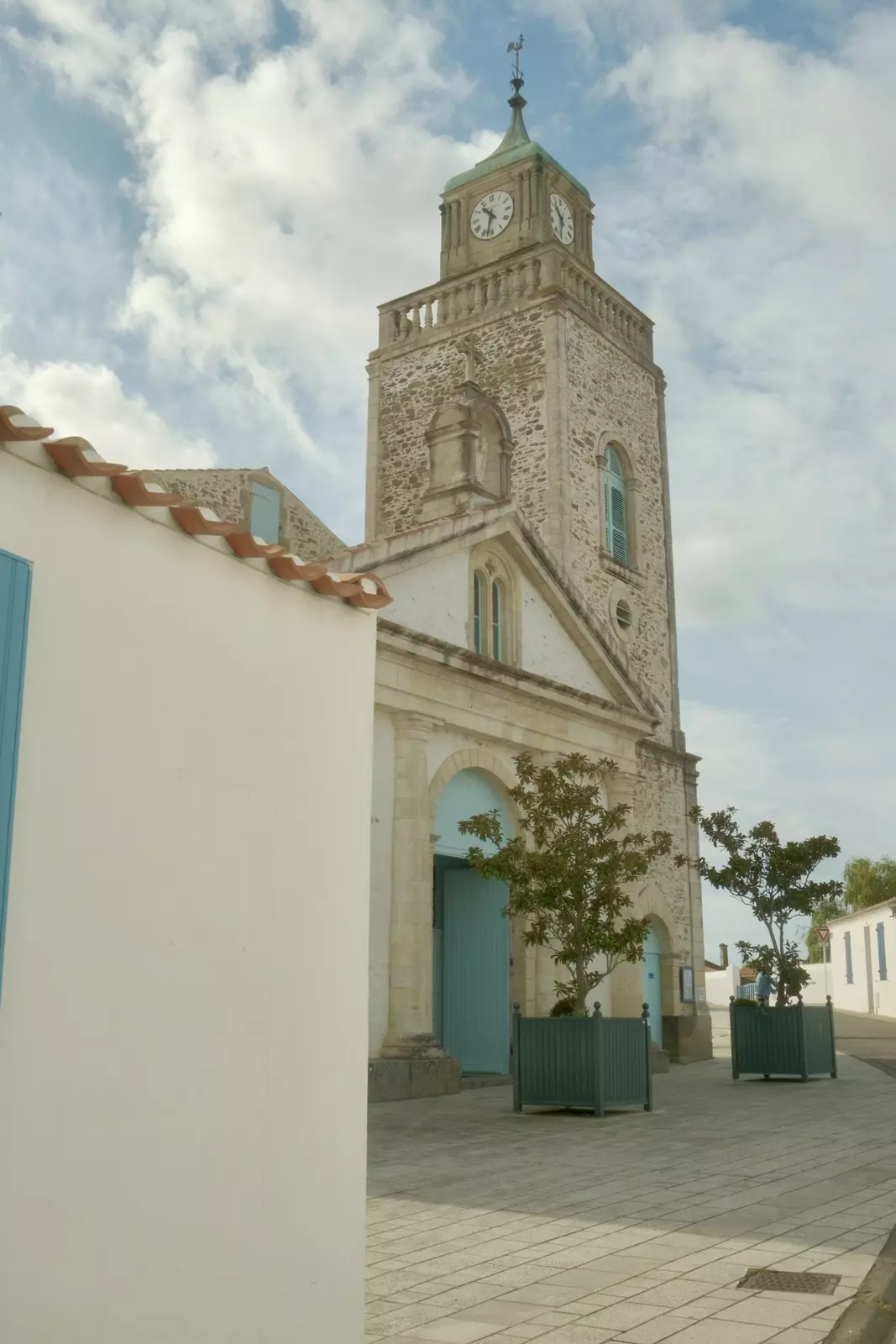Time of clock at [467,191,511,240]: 10:32
